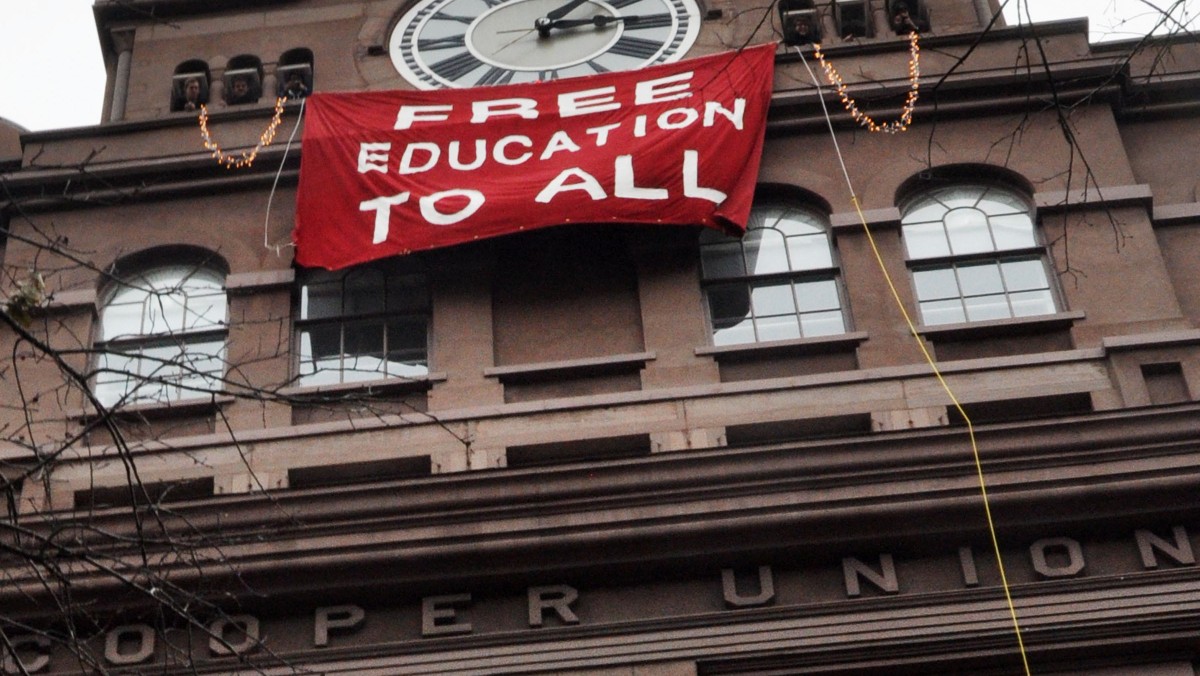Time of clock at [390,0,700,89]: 1:14
